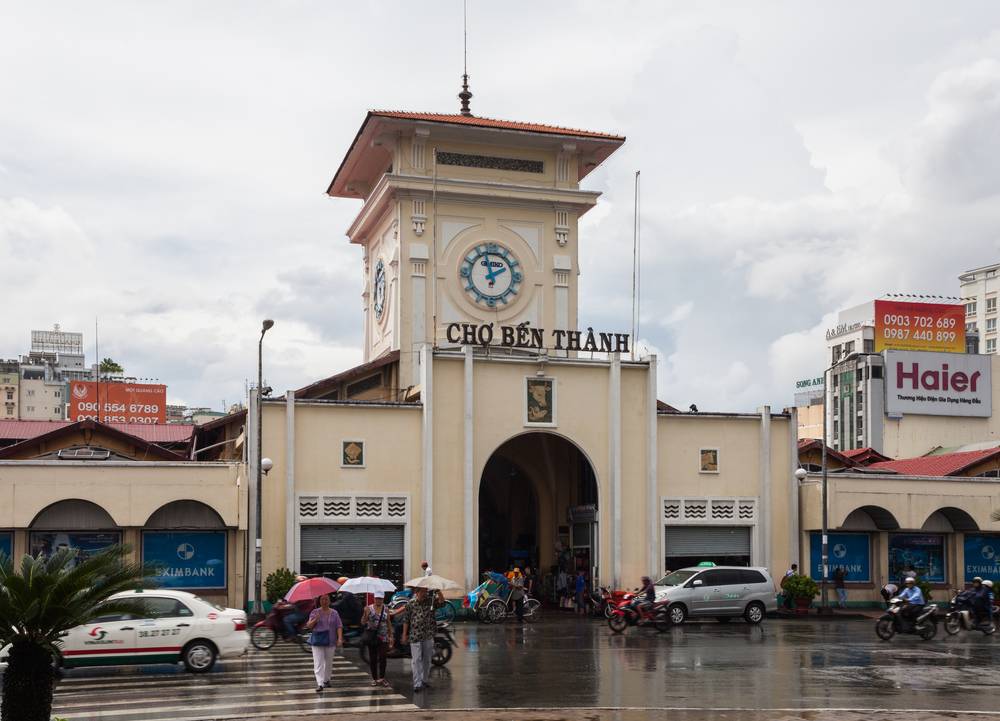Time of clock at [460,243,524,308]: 1:57
